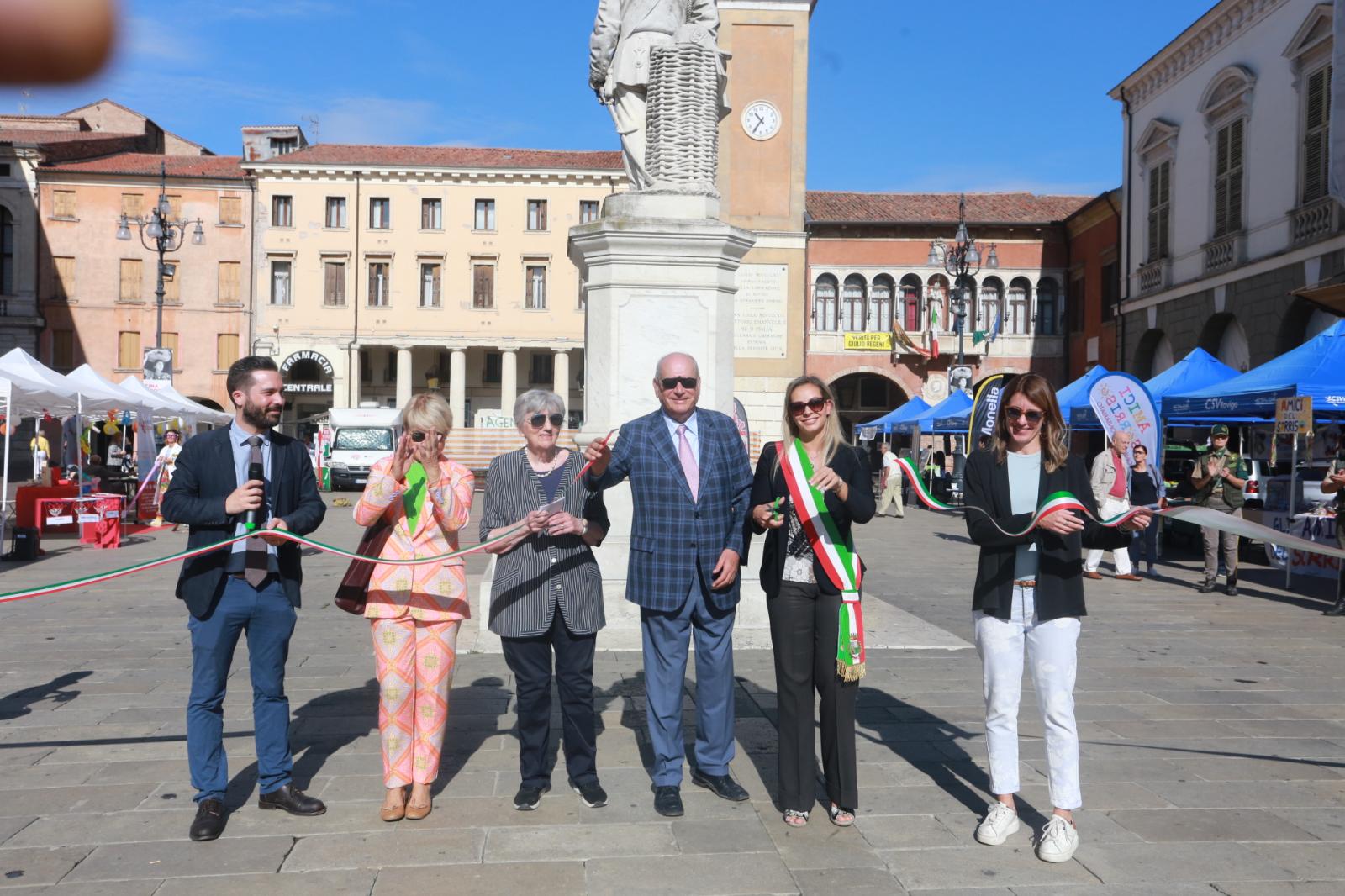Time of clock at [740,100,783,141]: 10:35
